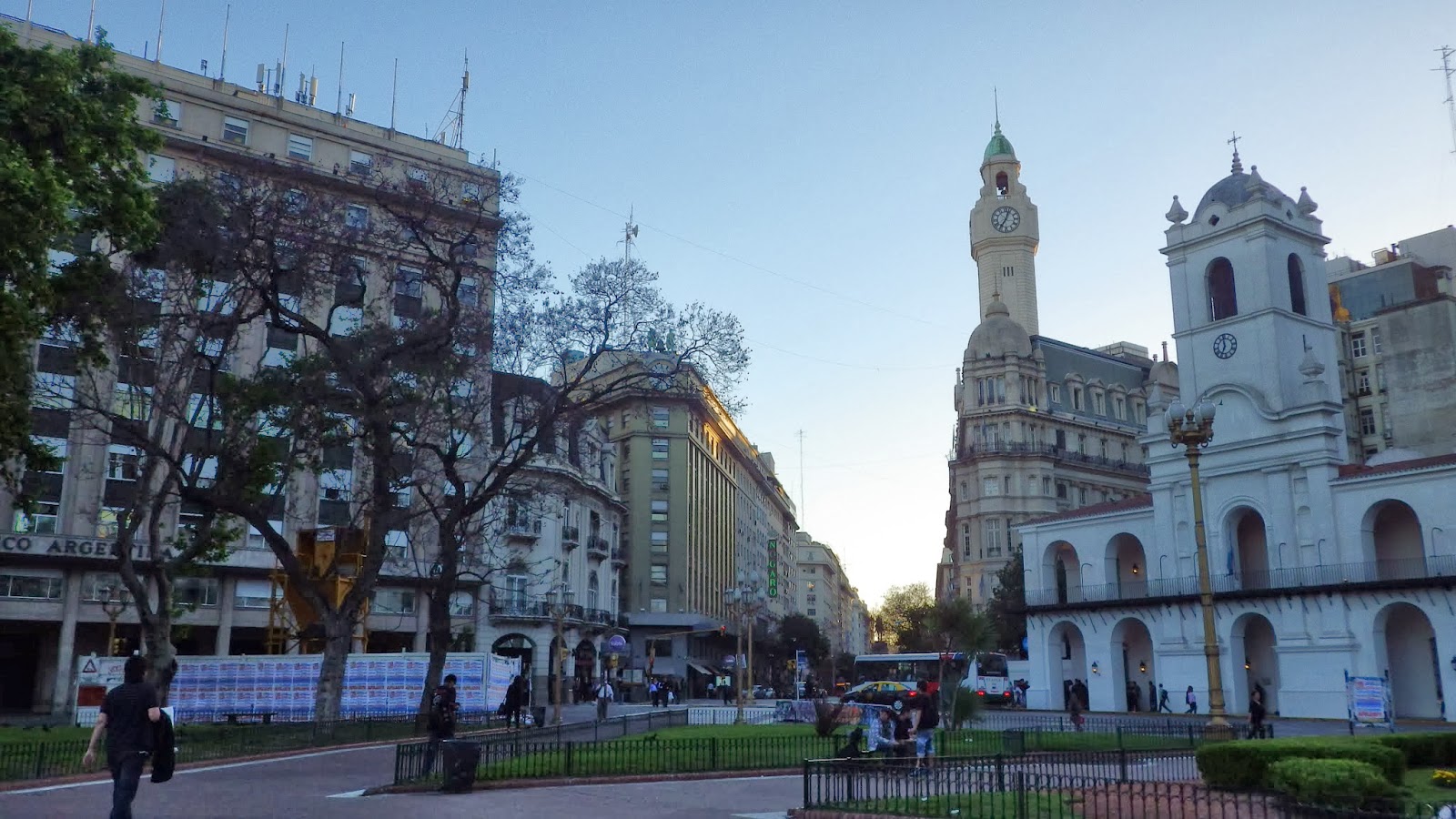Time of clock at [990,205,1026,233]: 7:03
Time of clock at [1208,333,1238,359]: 6:58
